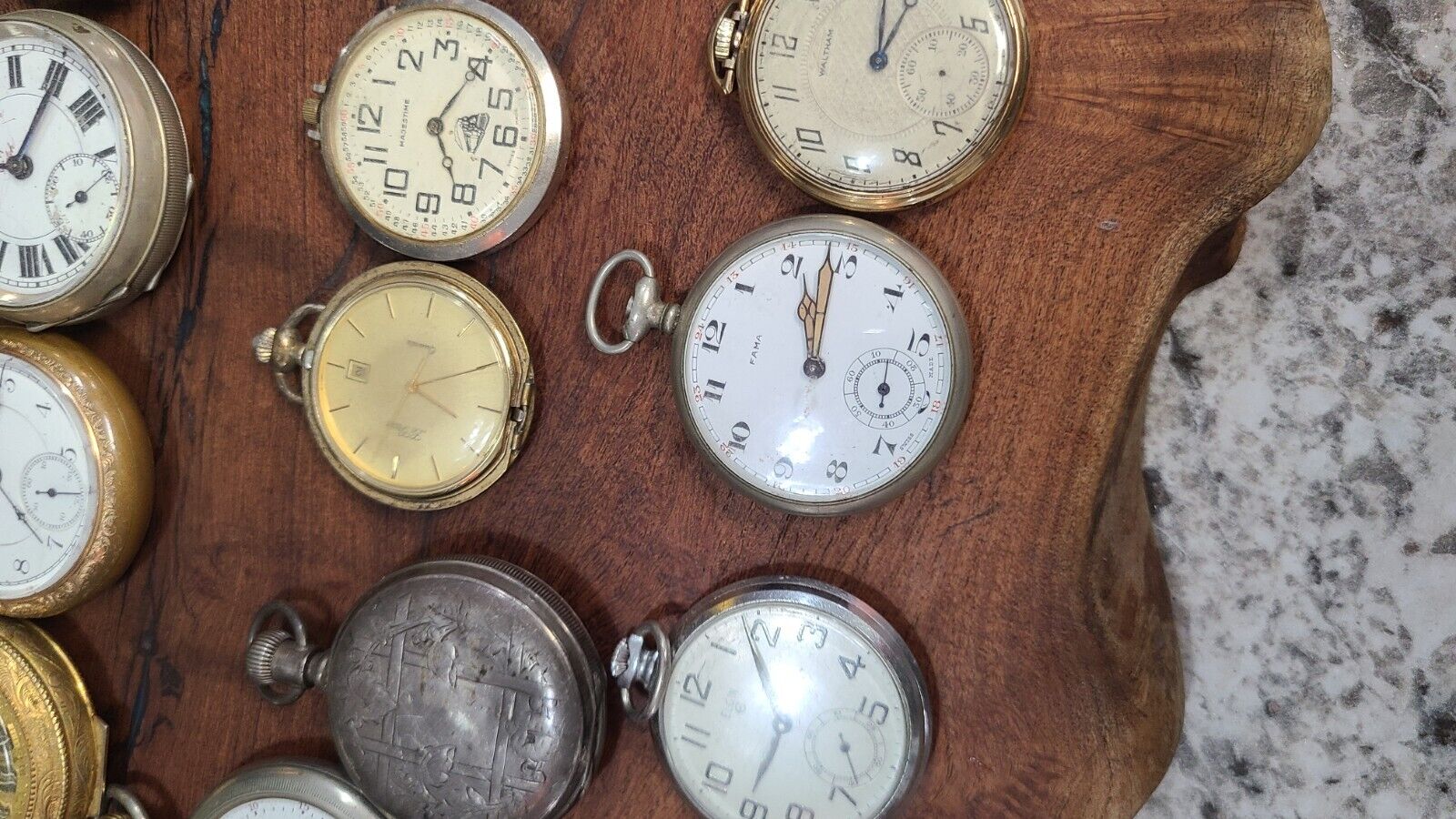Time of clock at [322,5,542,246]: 5:05
